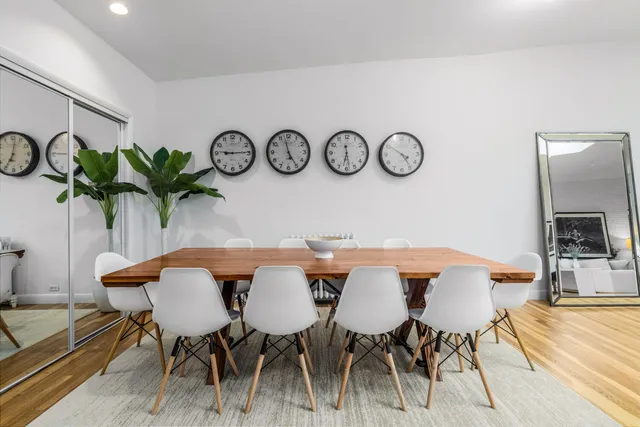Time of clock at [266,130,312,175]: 4:57
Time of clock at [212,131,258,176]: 9:14
